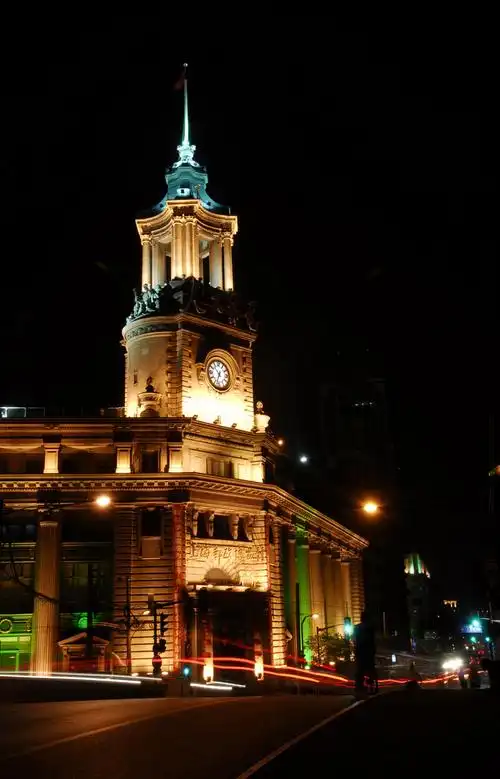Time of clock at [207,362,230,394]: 10:33
